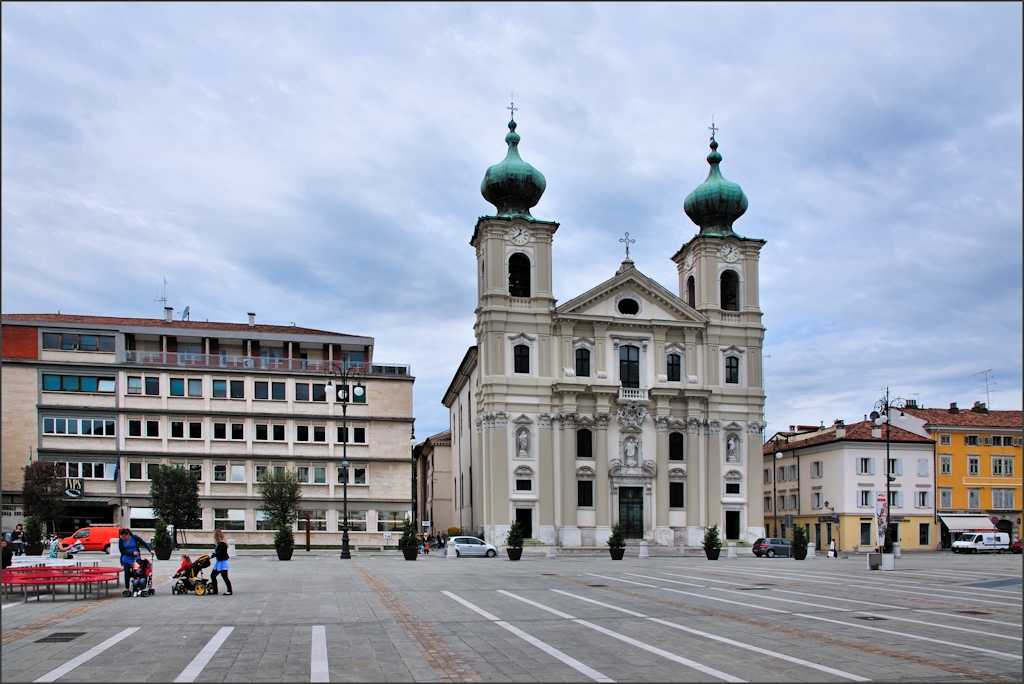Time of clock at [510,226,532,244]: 12:38
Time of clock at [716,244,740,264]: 12:37
